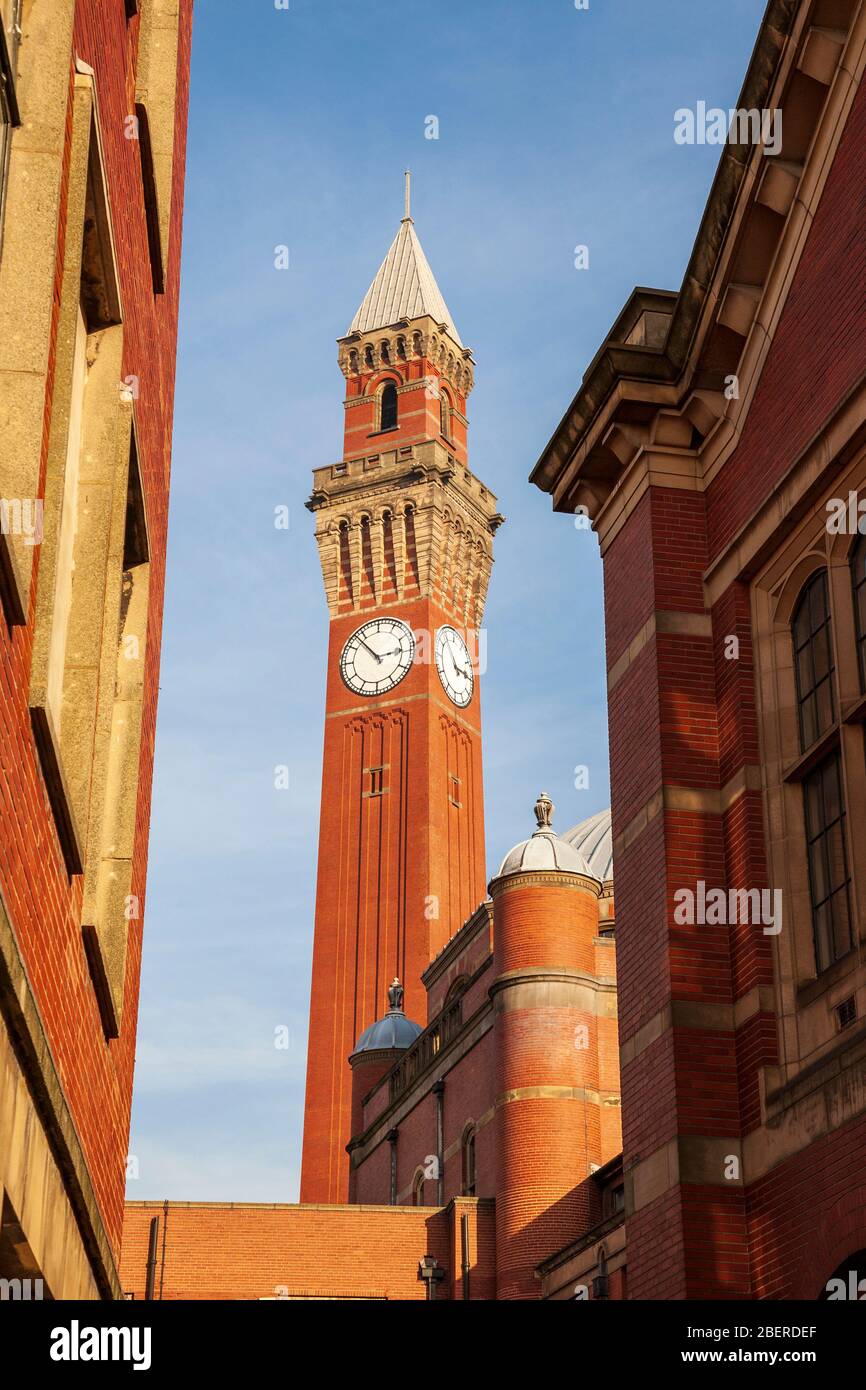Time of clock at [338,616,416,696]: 2:53
